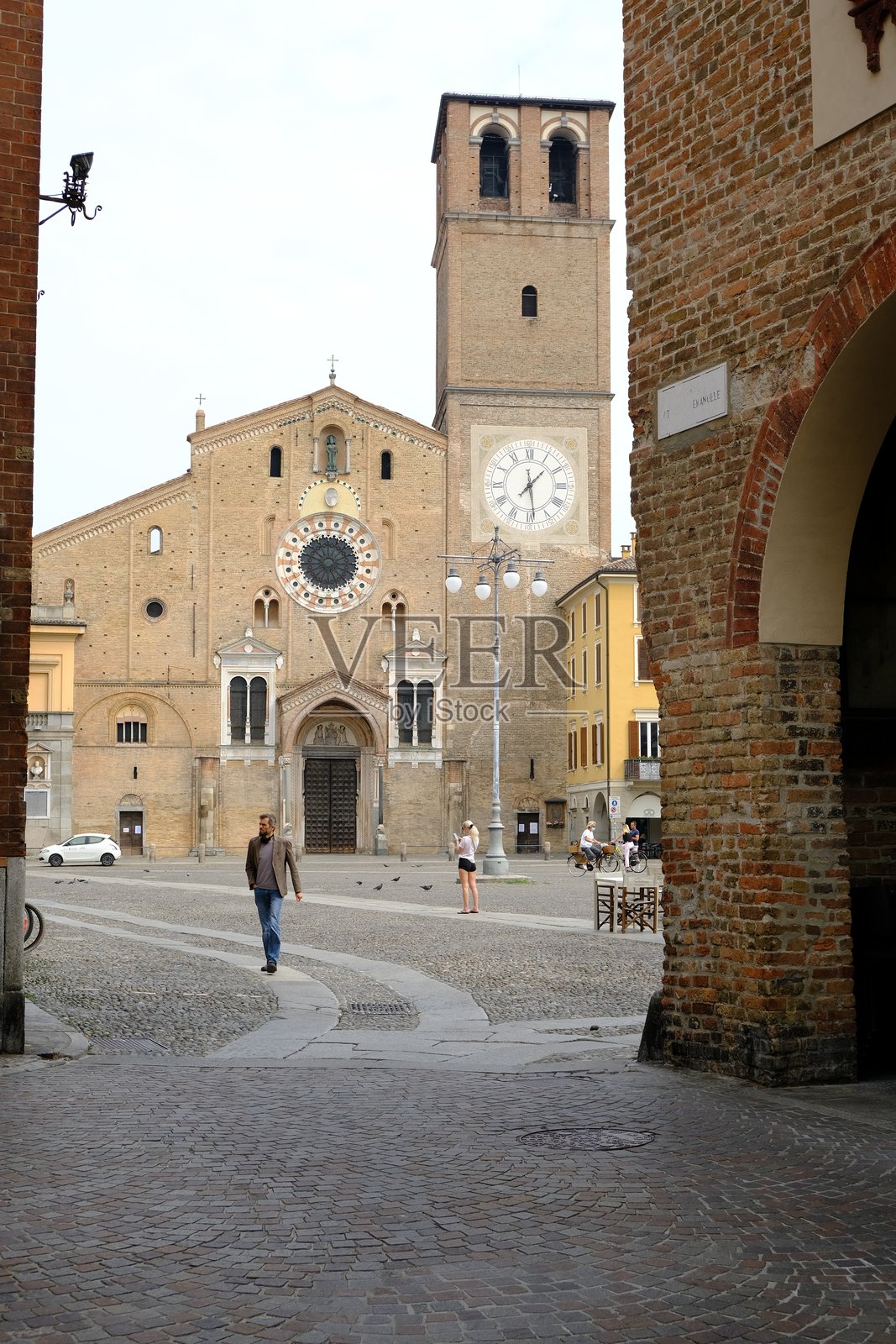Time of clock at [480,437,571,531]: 1:28
